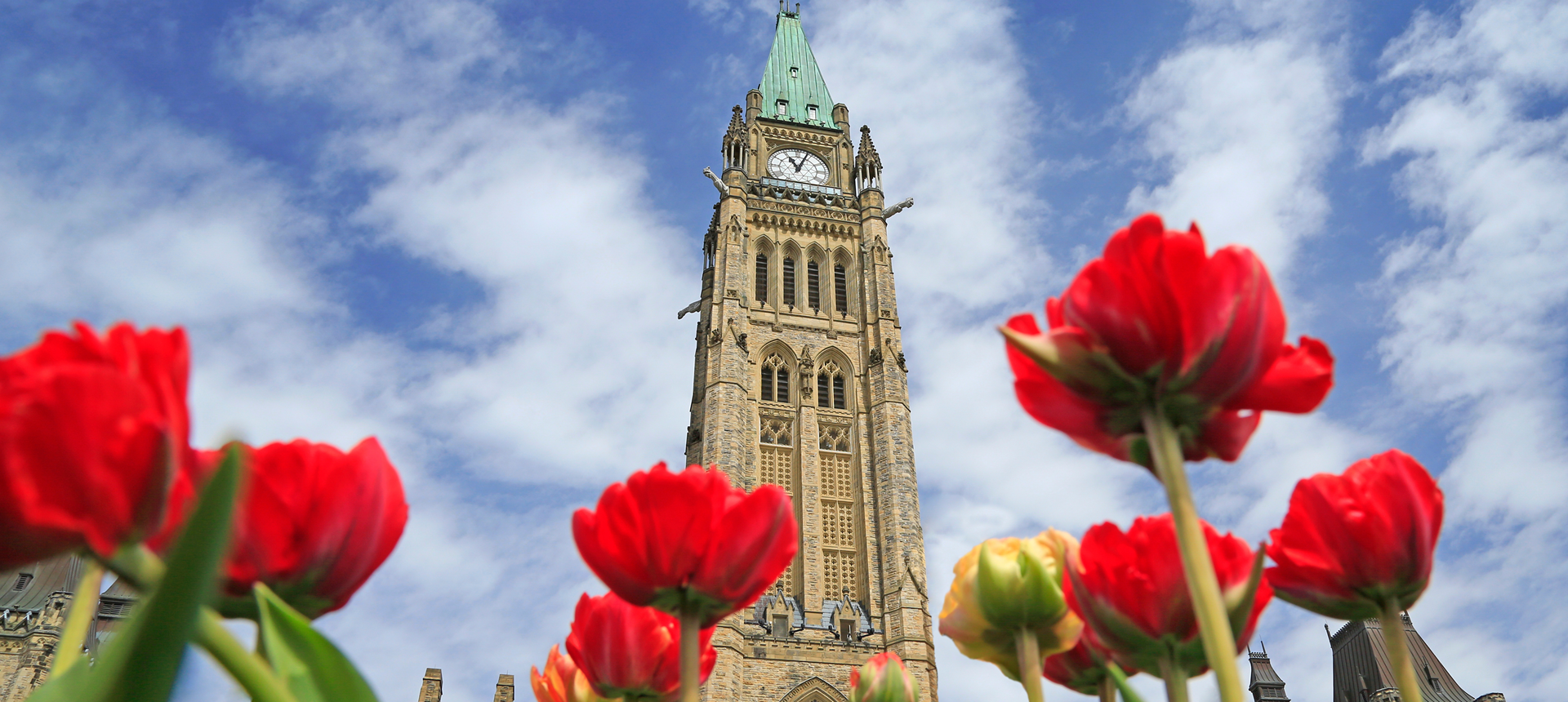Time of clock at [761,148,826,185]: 11:03
